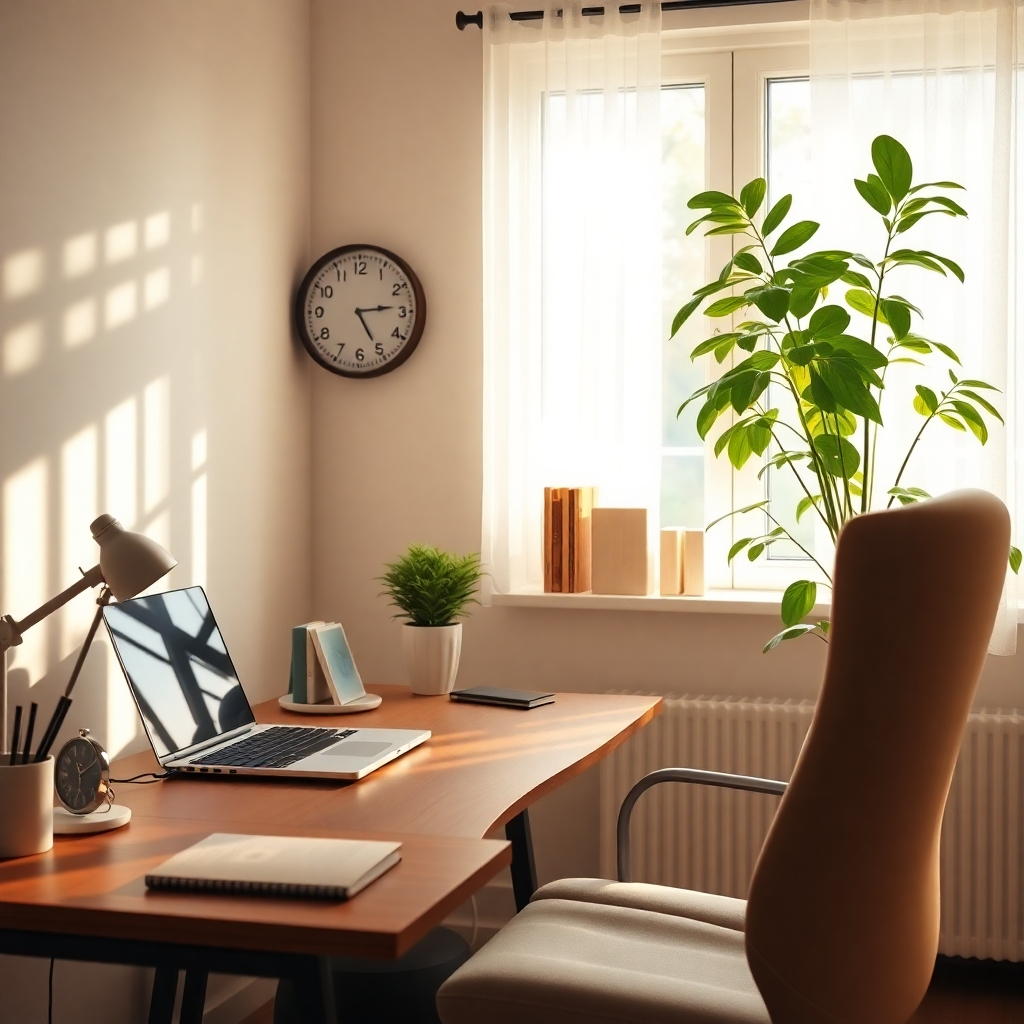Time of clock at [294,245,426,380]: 5:13
